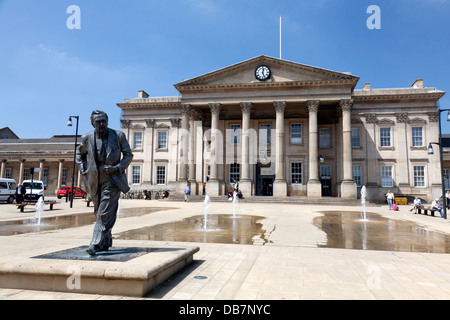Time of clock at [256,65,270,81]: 12:26
